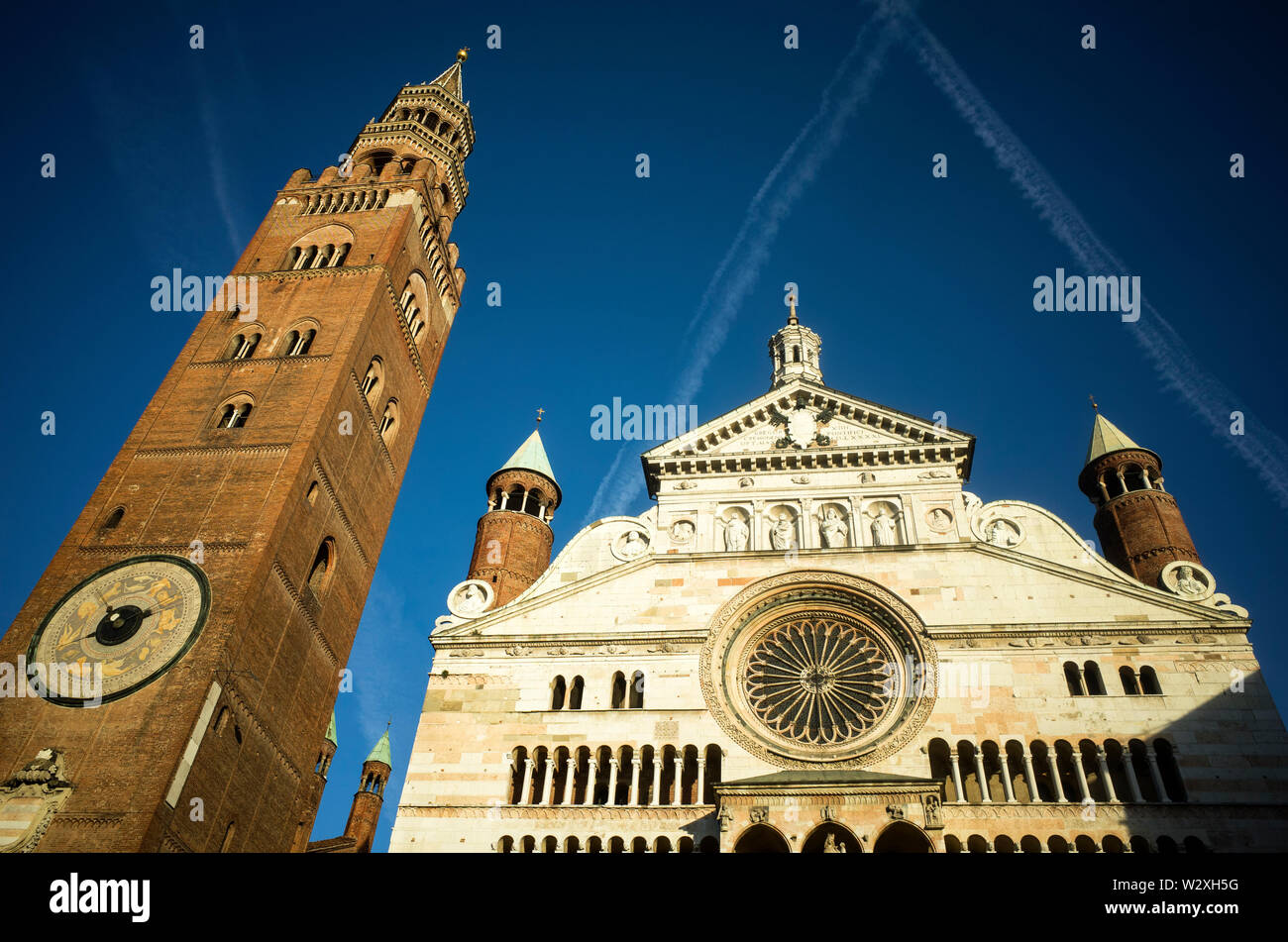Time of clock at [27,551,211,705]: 8:12
